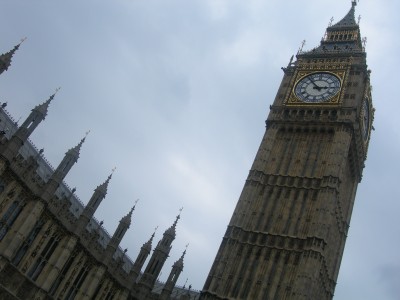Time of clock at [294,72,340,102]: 2:53
